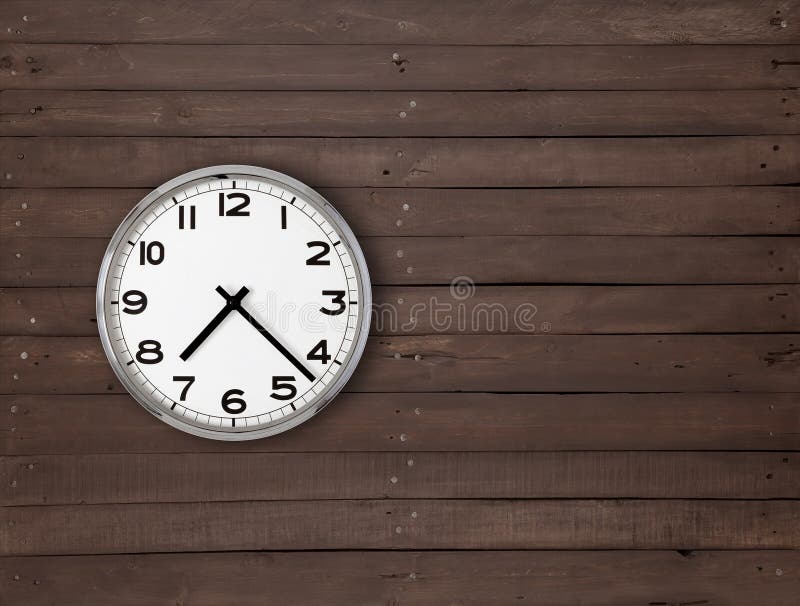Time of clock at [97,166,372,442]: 7:22
